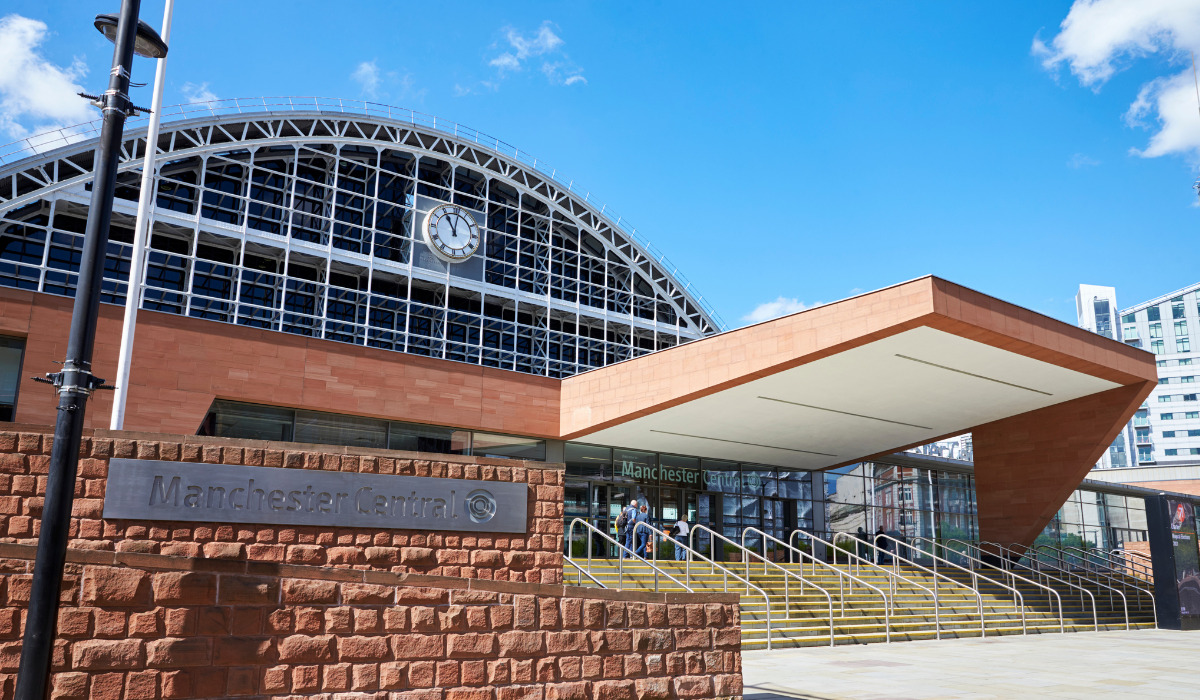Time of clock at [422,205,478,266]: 11:01
